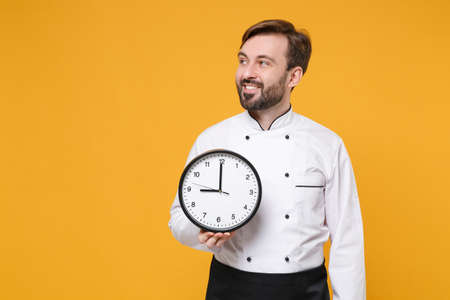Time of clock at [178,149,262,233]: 8:59
